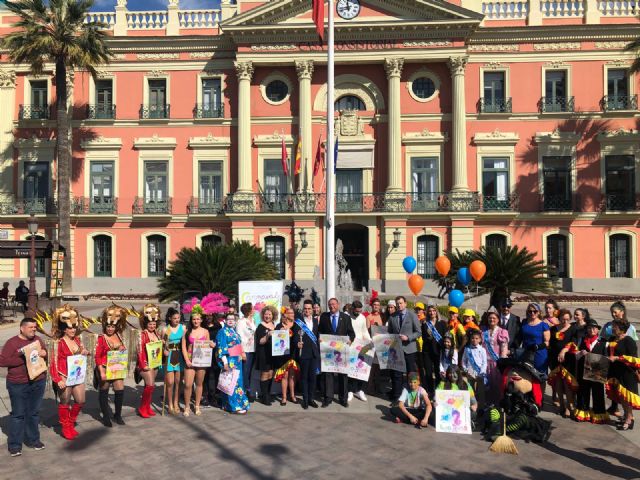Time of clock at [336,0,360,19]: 11:42
